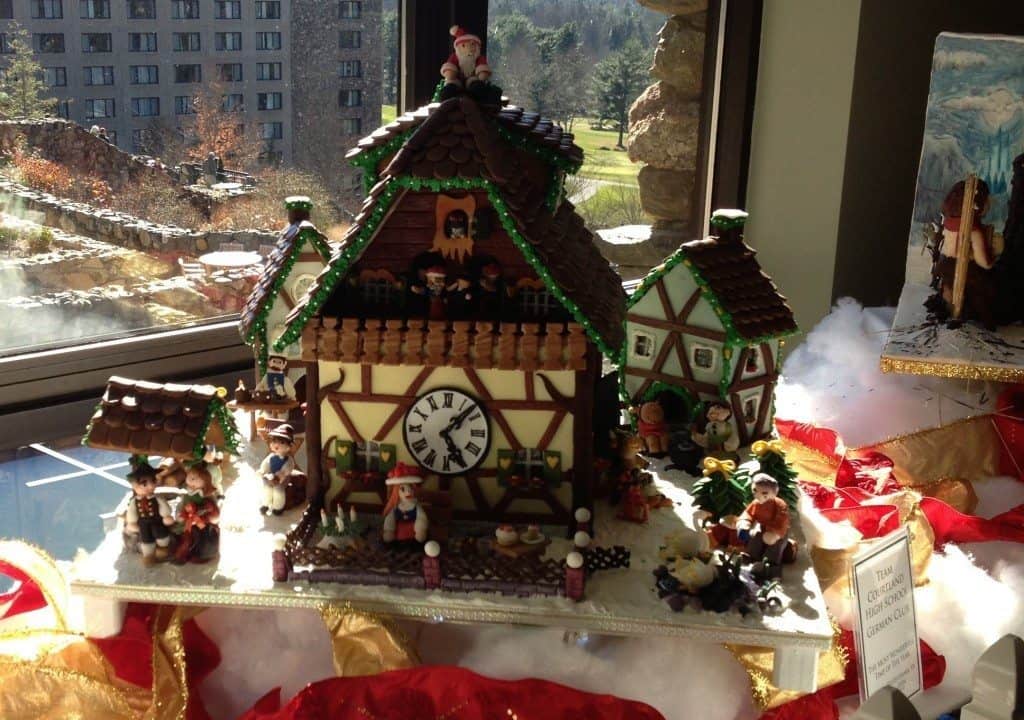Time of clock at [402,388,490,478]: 5:07
